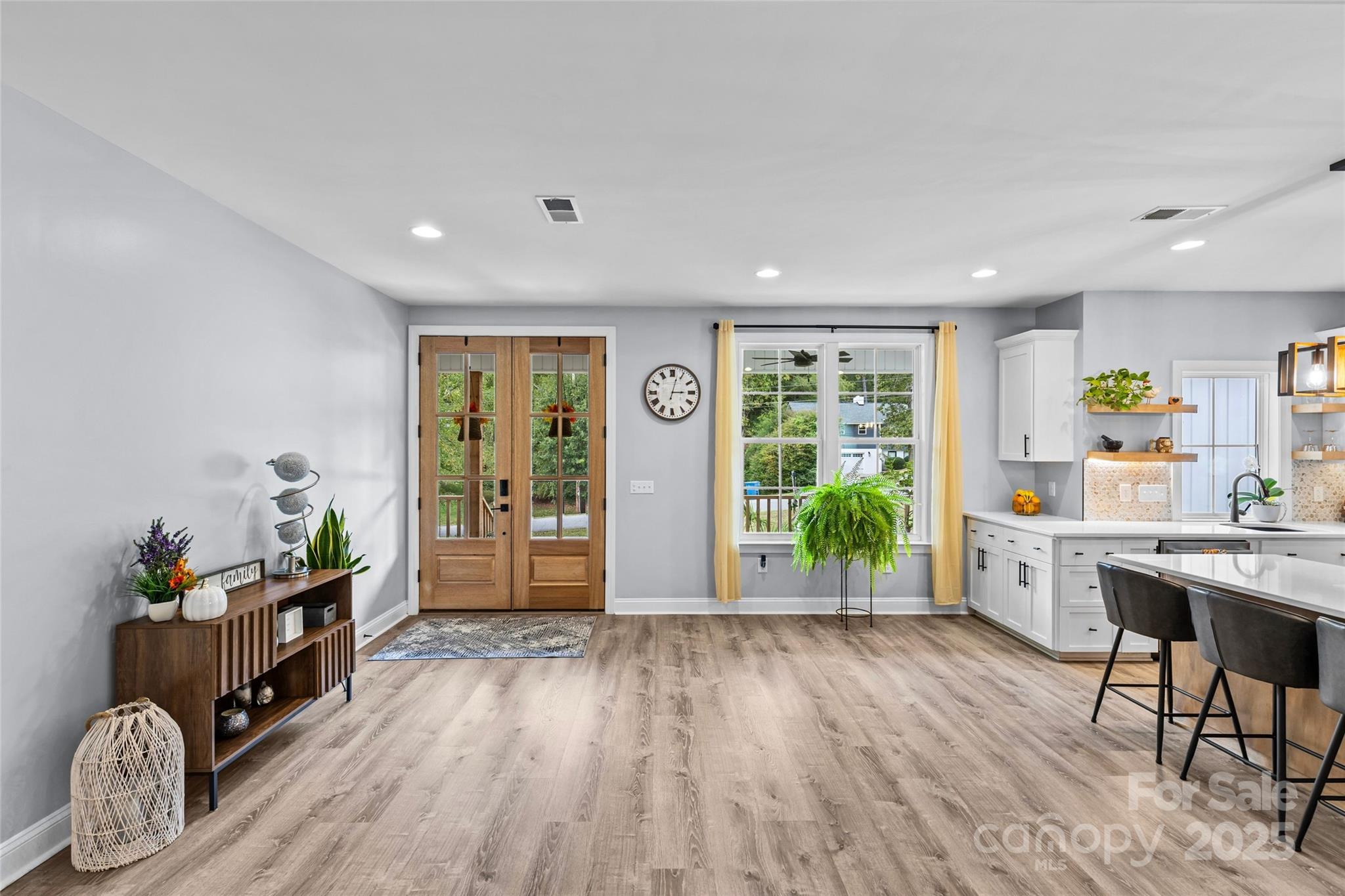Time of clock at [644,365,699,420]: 3:02
